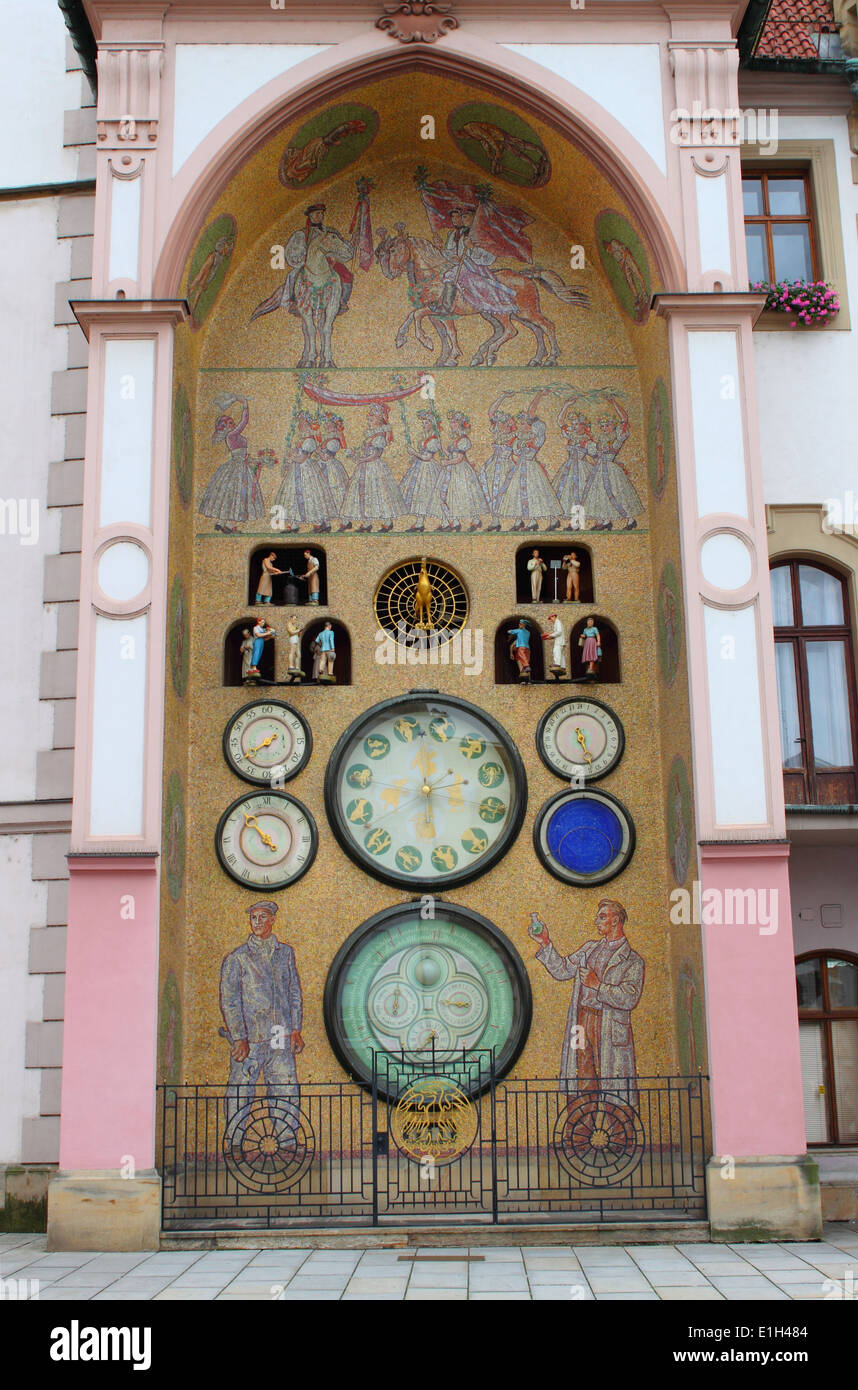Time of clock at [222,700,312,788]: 7:39
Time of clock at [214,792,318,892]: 4:53
